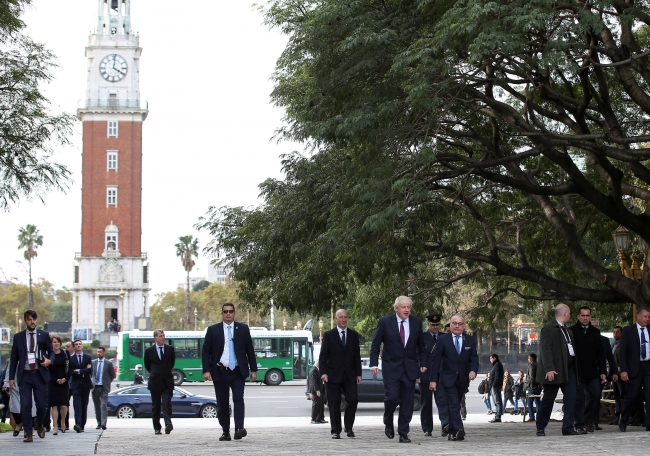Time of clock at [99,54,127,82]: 4:01
